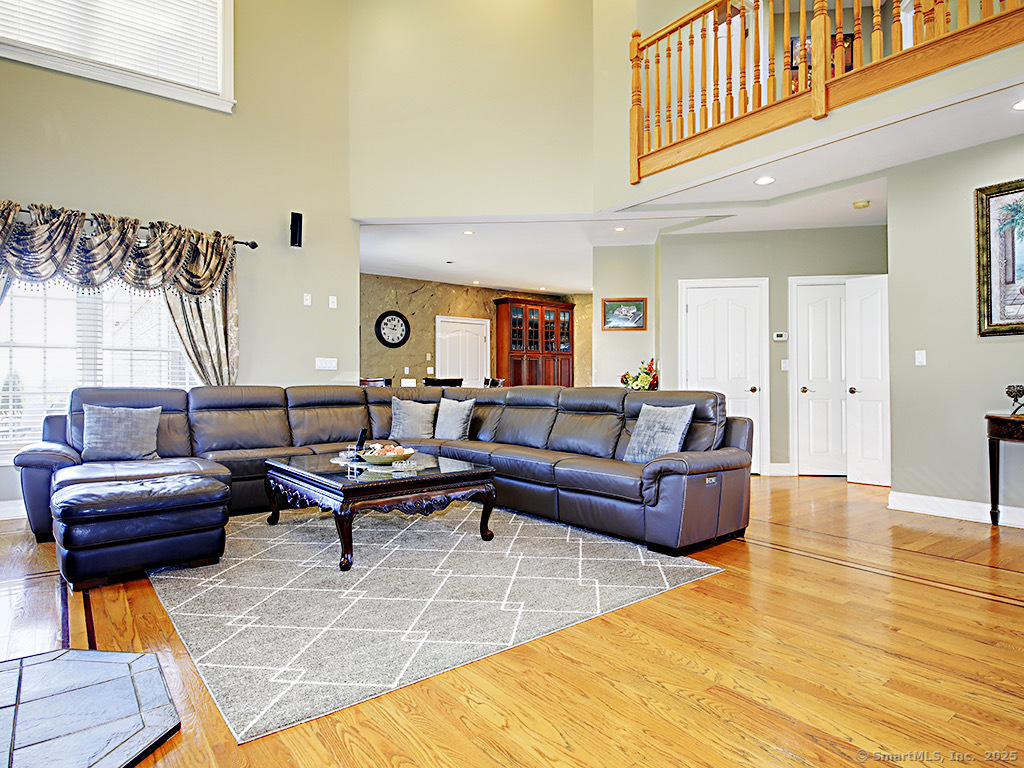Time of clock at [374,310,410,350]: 12:46
